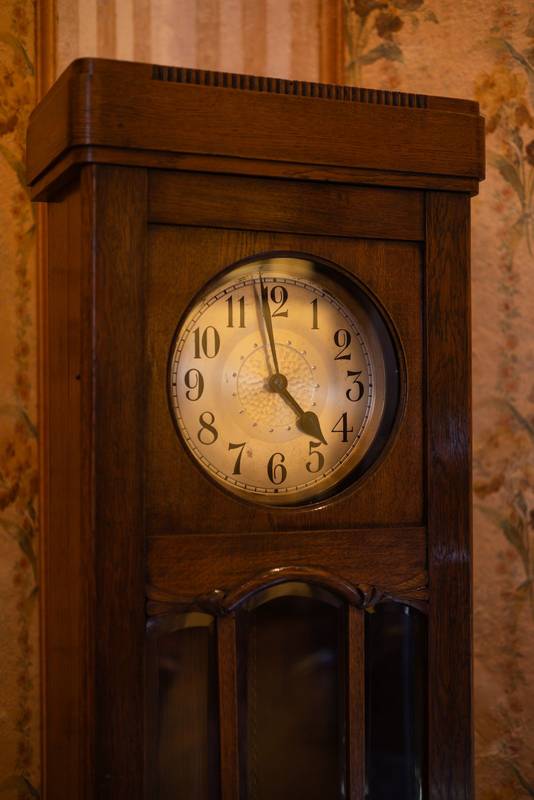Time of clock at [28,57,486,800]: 3:58
